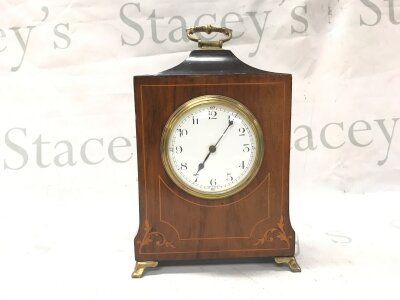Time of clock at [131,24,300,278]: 7:06
